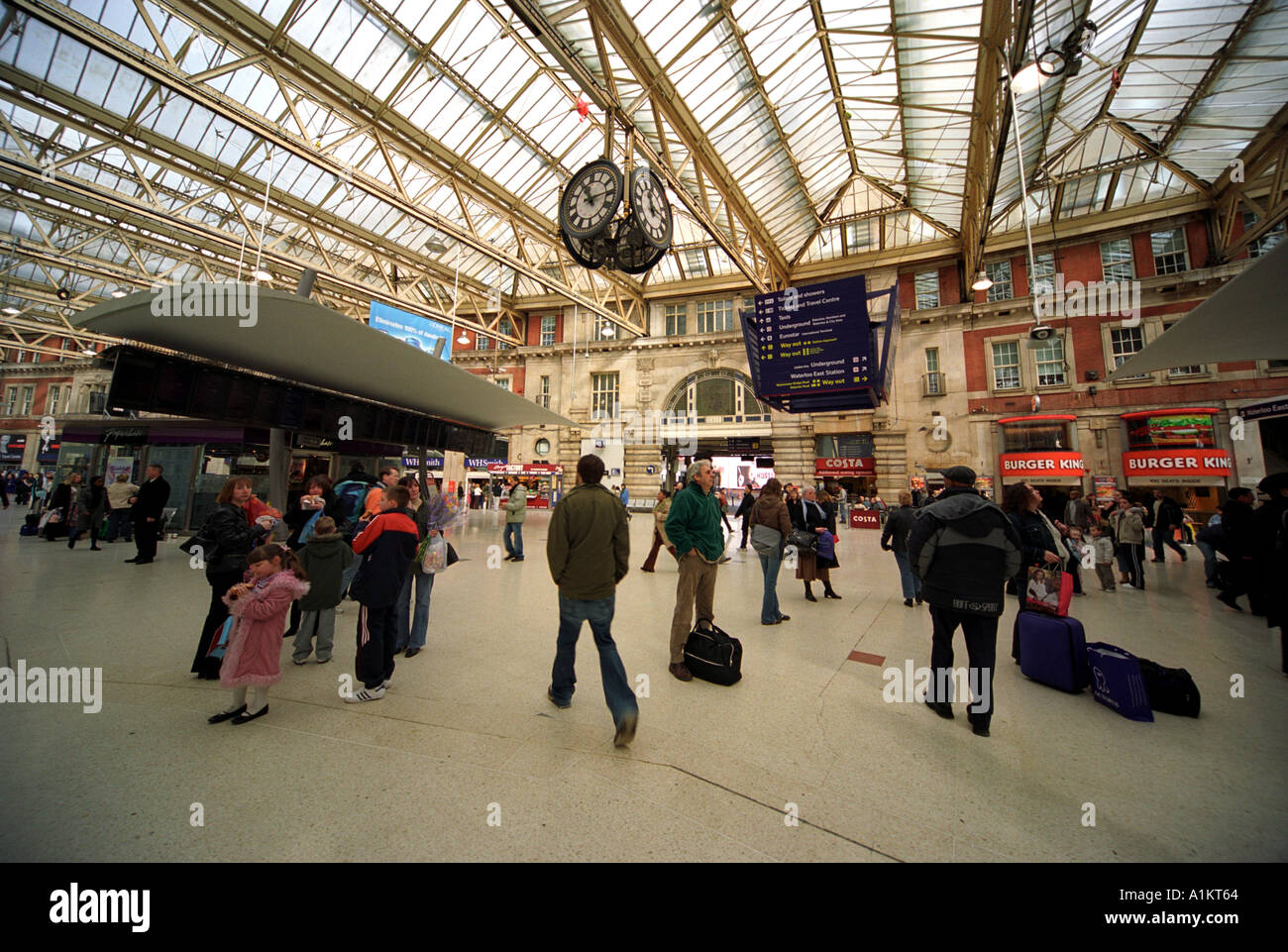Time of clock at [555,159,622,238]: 11:14
